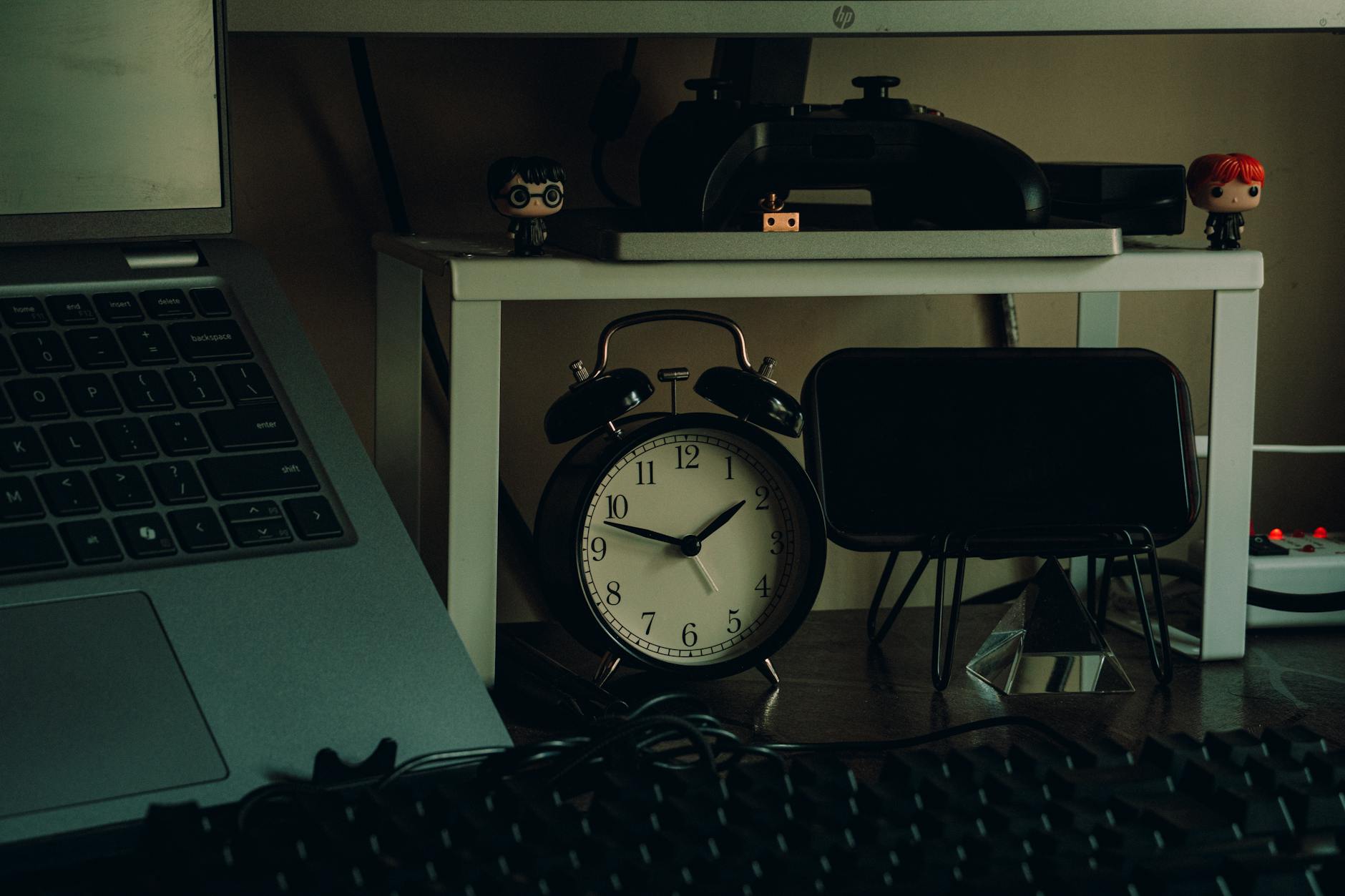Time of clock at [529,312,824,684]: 1:47
